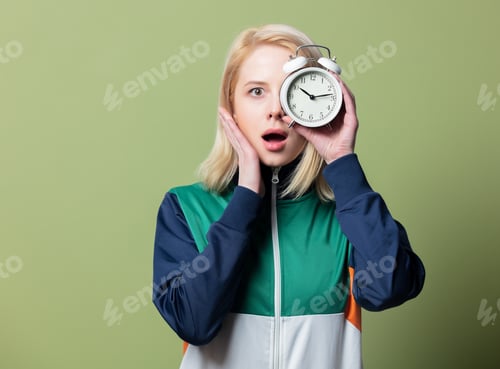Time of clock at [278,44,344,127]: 10:13
